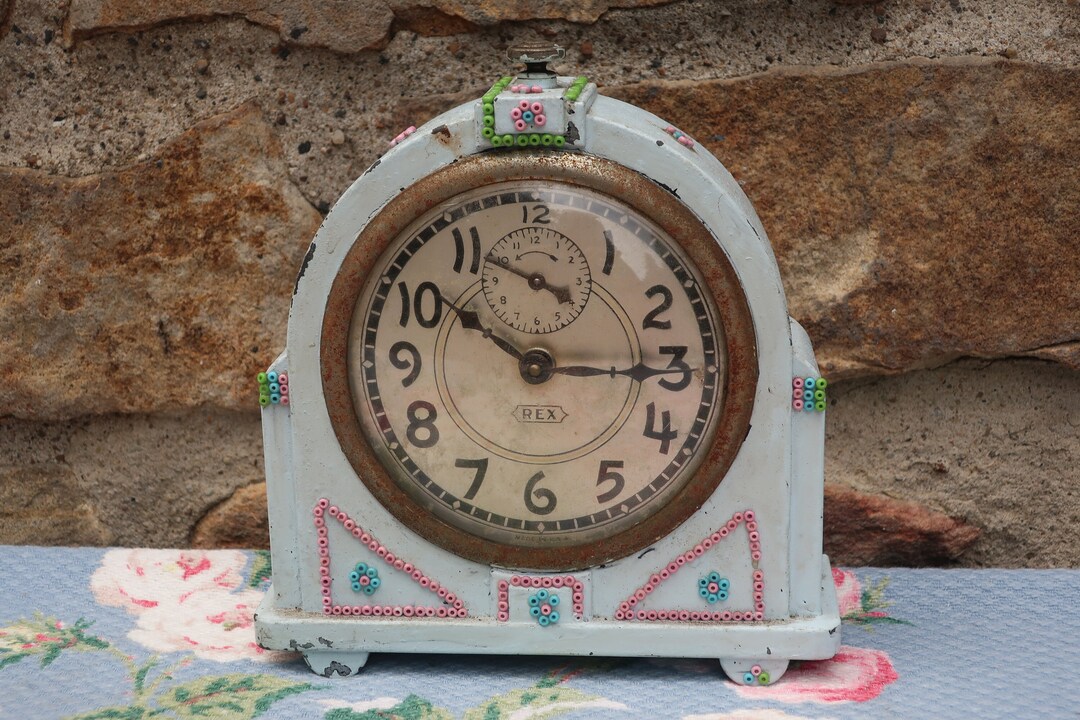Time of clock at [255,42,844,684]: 10:15
